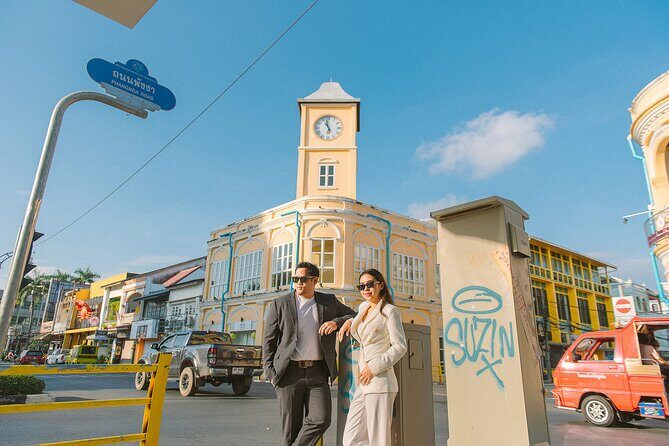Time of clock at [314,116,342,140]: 10:58
